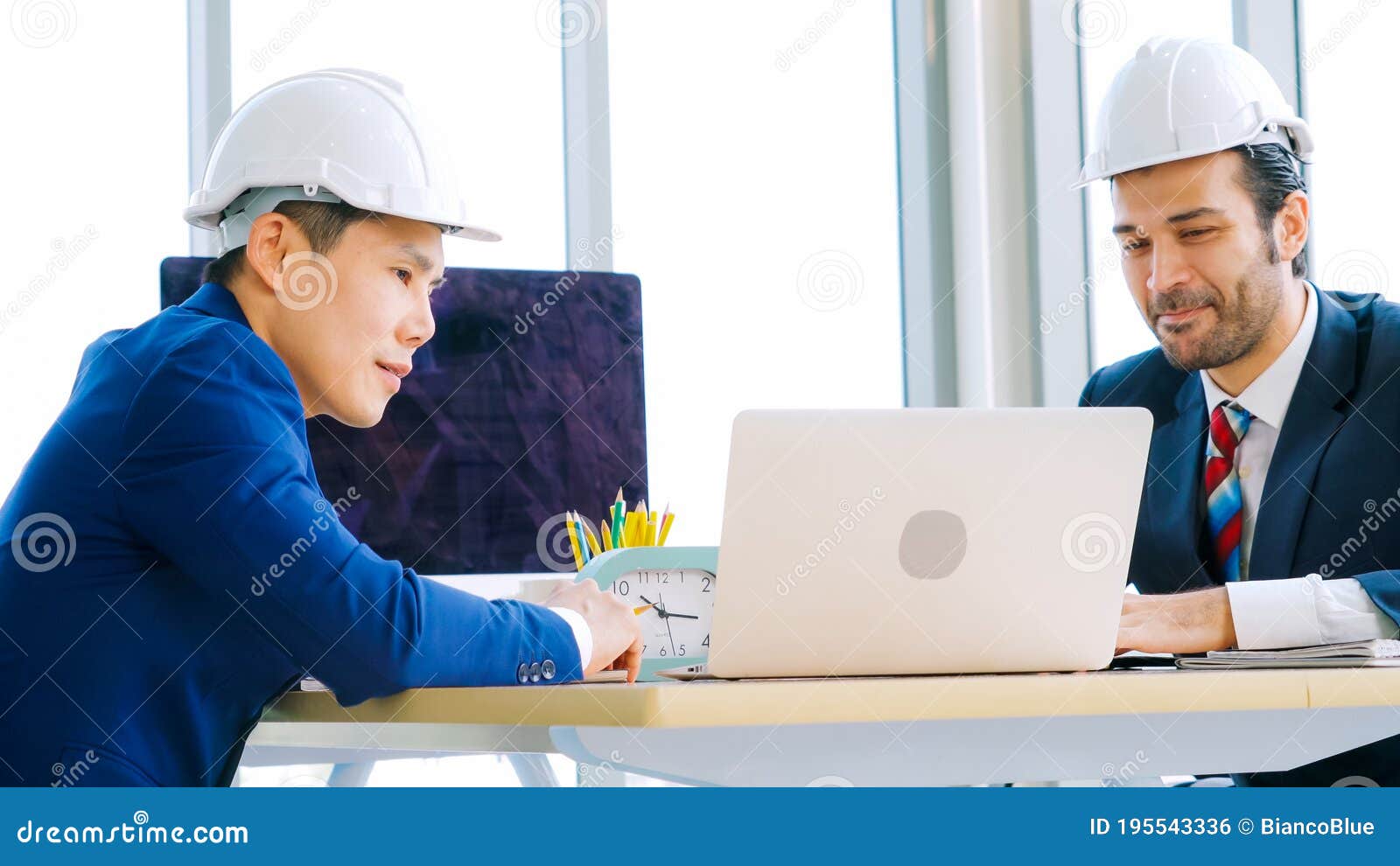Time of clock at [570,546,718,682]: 10:15
